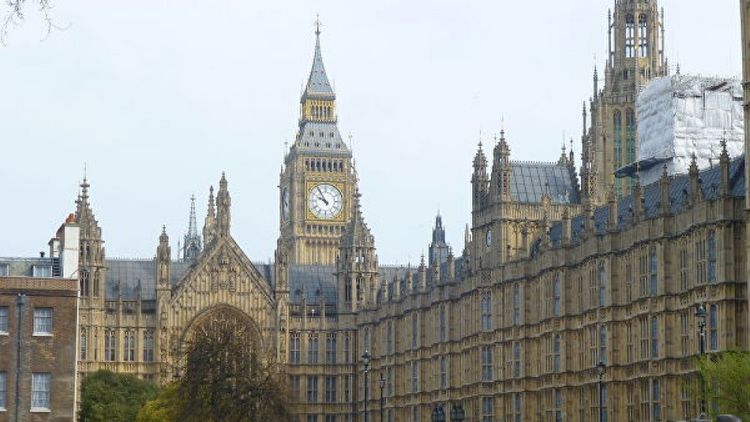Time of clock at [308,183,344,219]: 9:54
